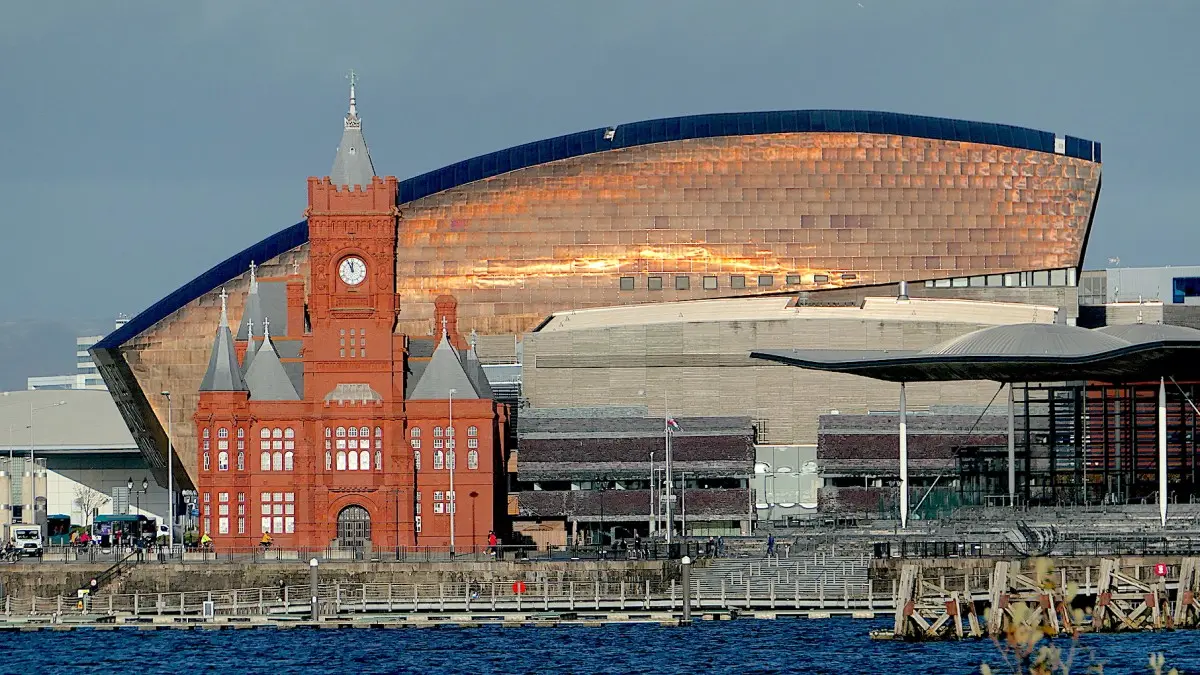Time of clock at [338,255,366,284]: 11:55
